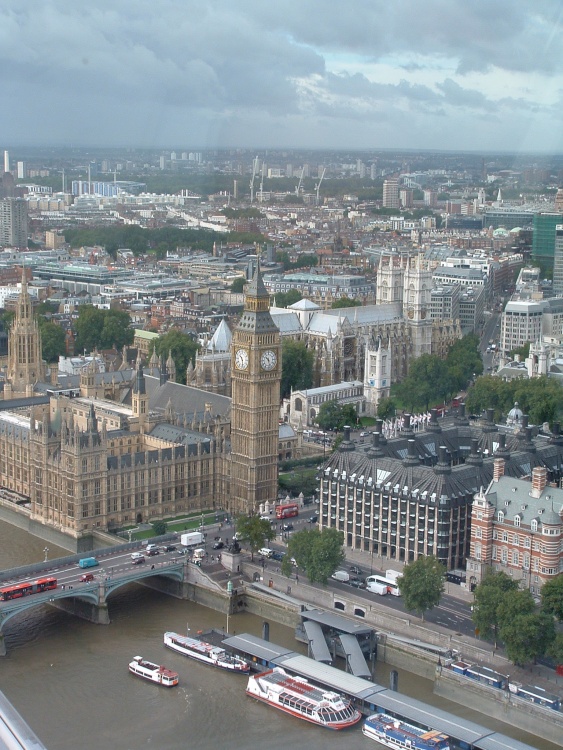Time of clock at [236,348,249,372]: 10:28
